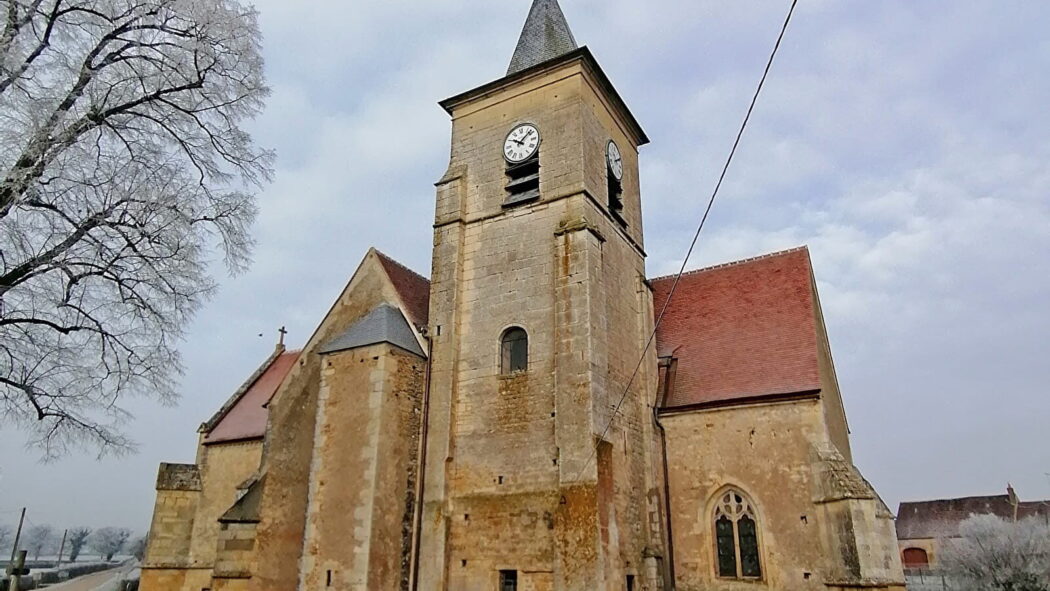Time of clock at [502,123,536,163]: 10:07
